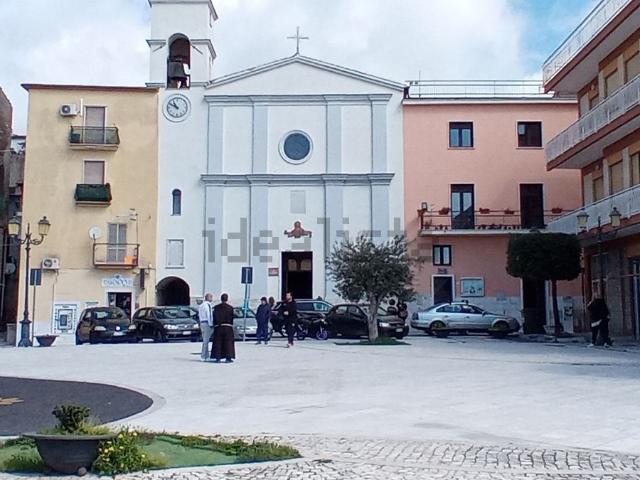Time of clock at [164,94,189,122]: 10:49
